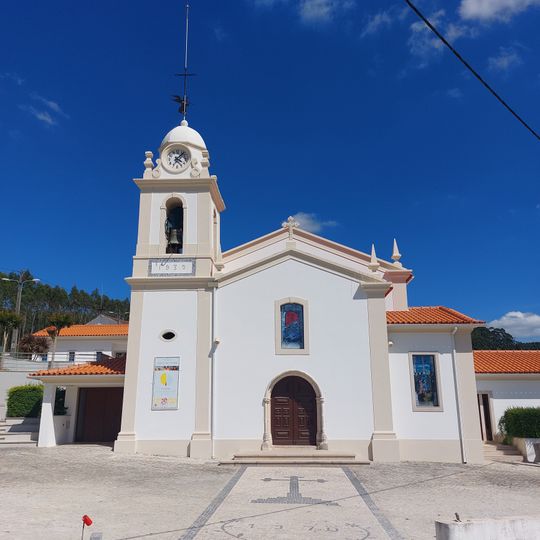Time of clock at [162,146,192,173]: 4:07
